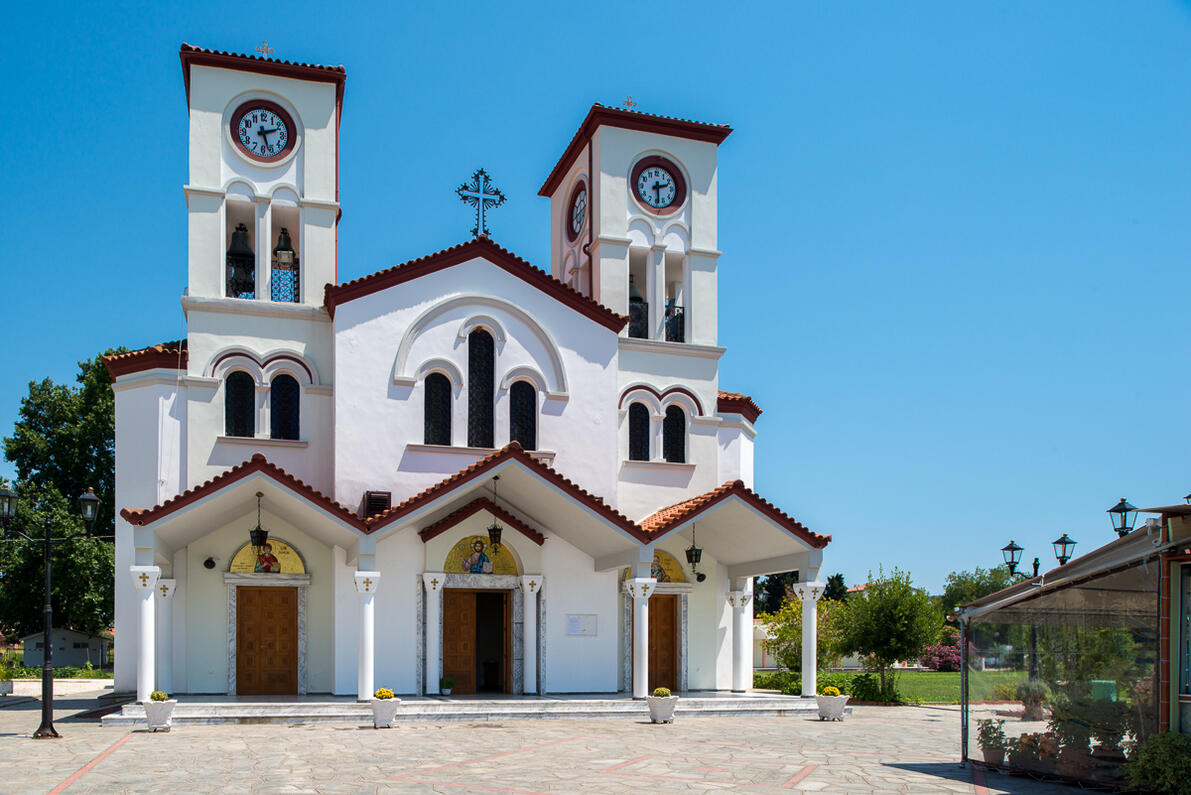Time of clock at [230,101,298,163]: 2:26
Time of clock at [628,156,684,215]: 2:29
